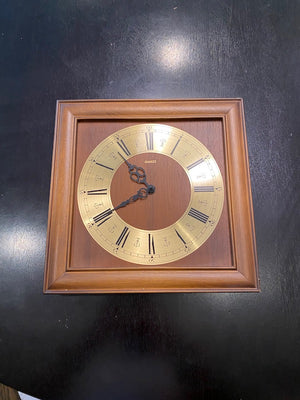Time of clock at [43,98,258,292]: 10:40
